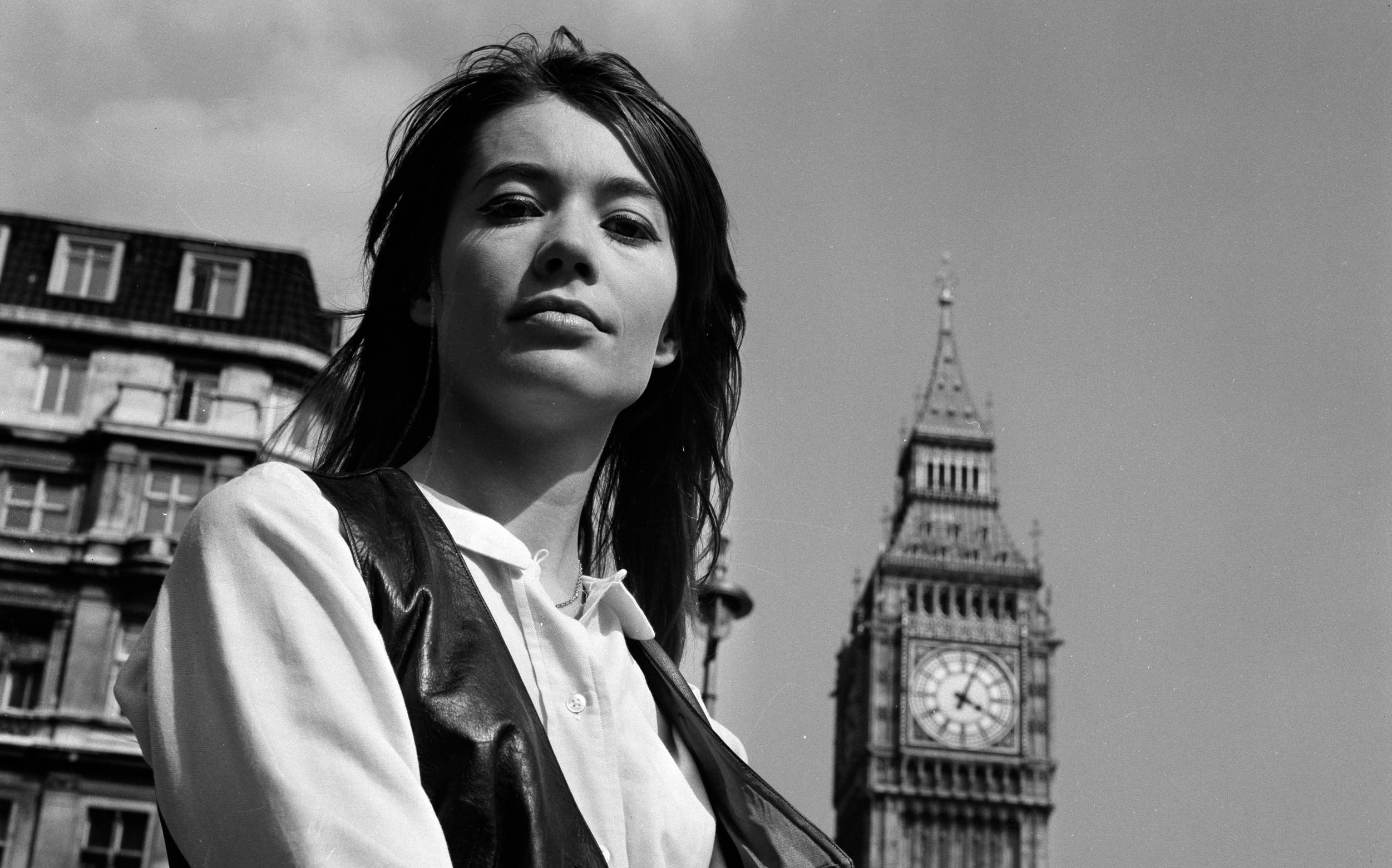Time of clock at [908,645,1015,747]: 4:03
